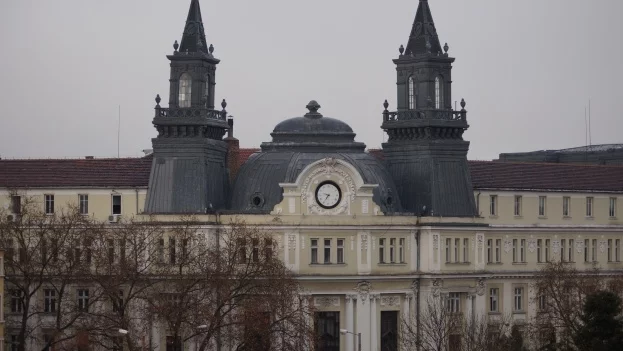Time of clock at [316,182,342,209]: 9:34
